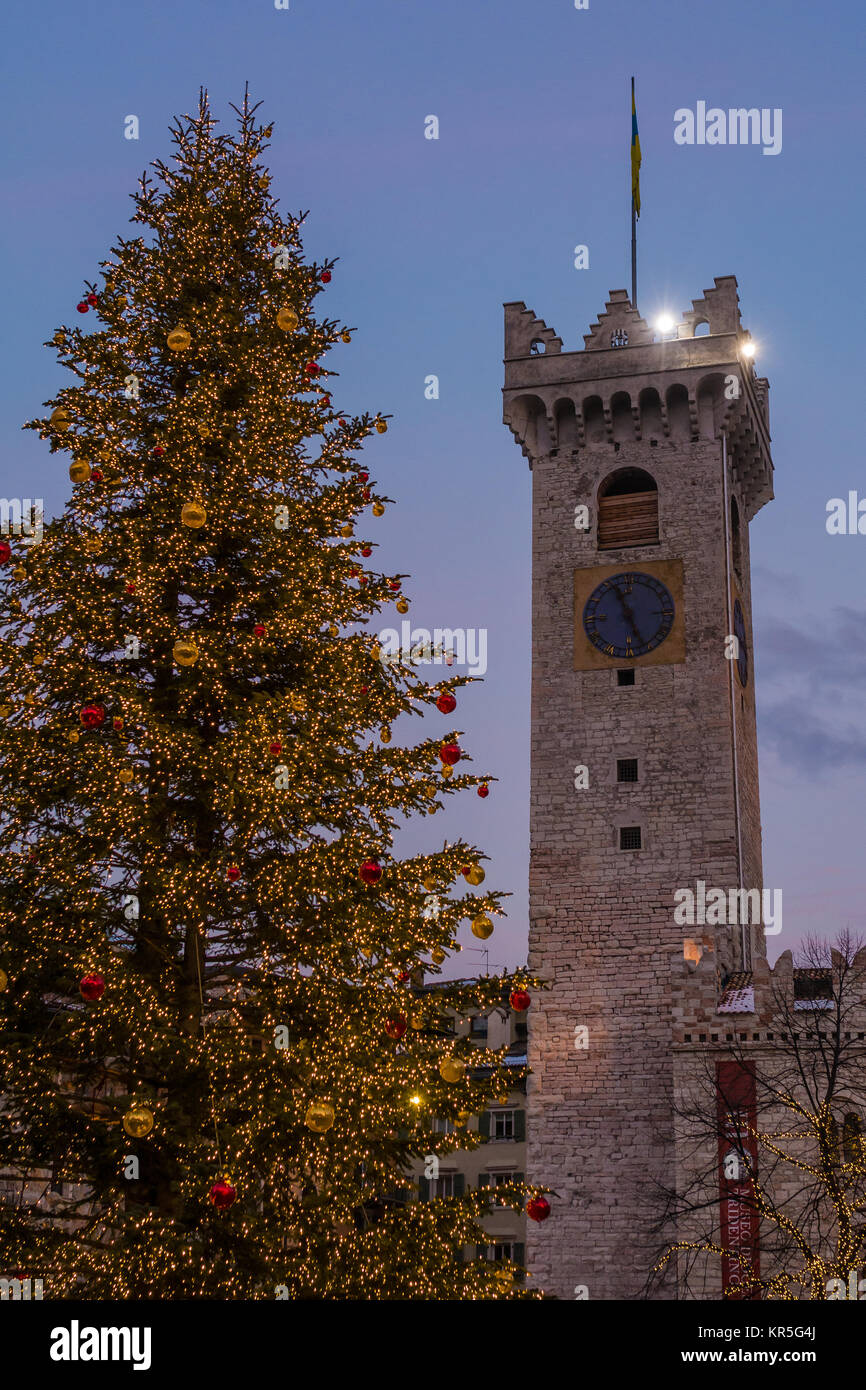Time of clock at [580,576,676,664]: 11:26
